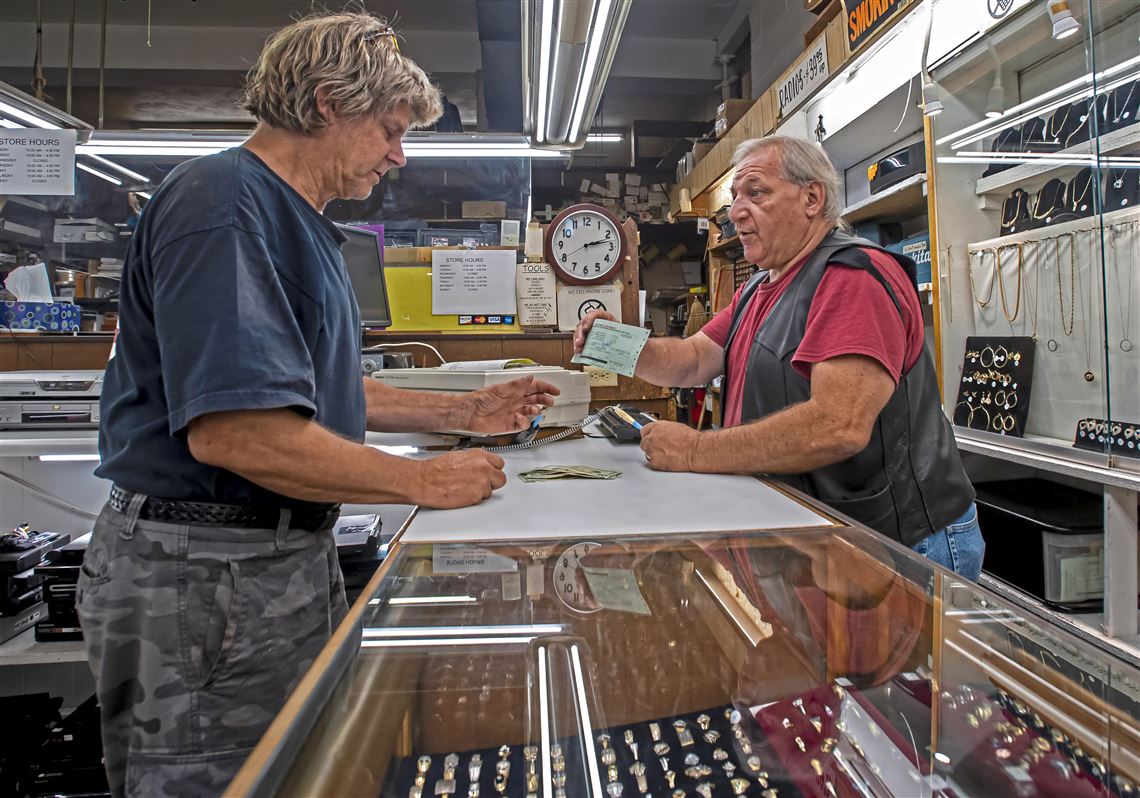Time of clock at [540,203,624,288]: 2:12
